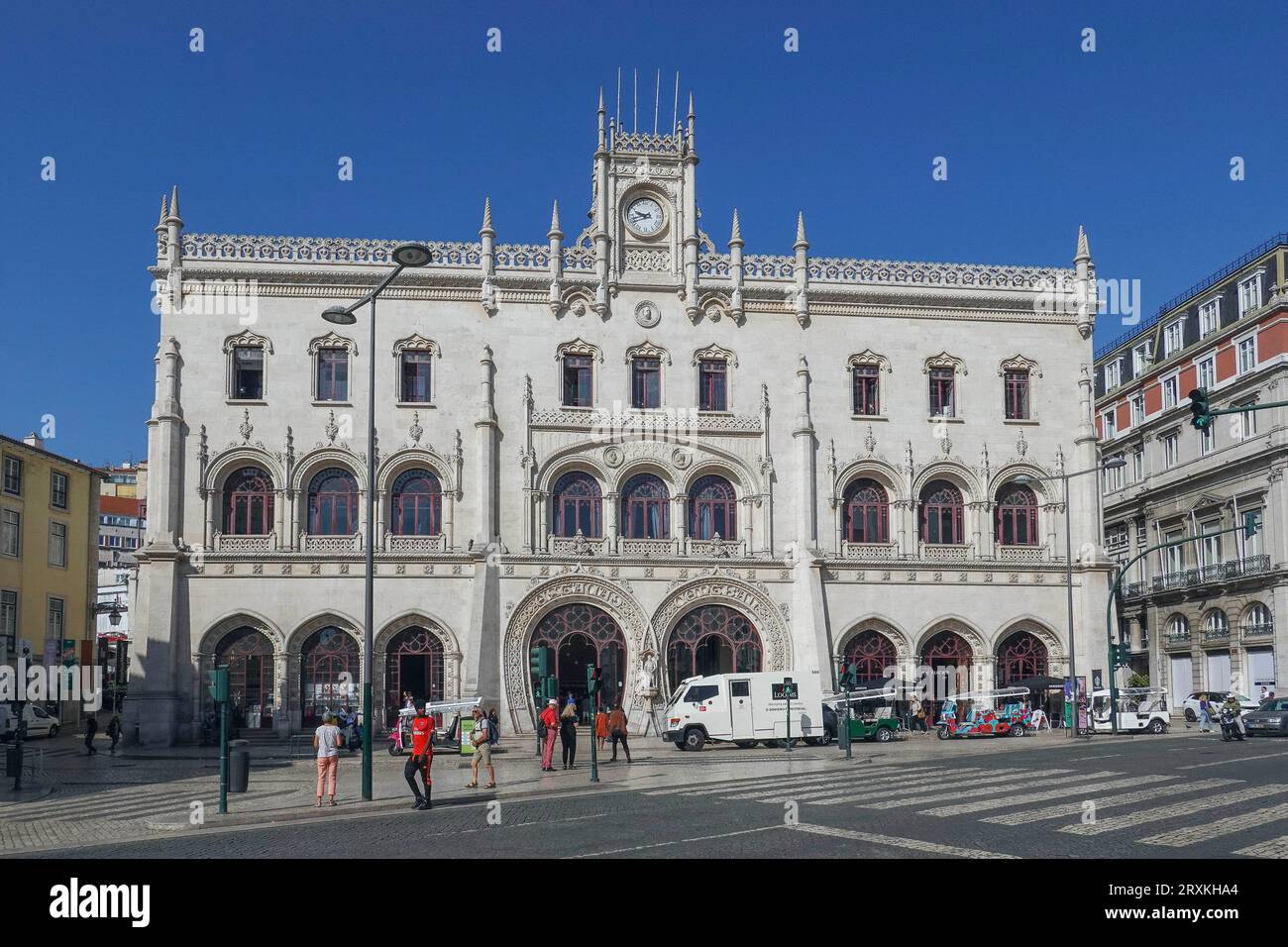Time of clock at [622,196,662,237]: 9:42
